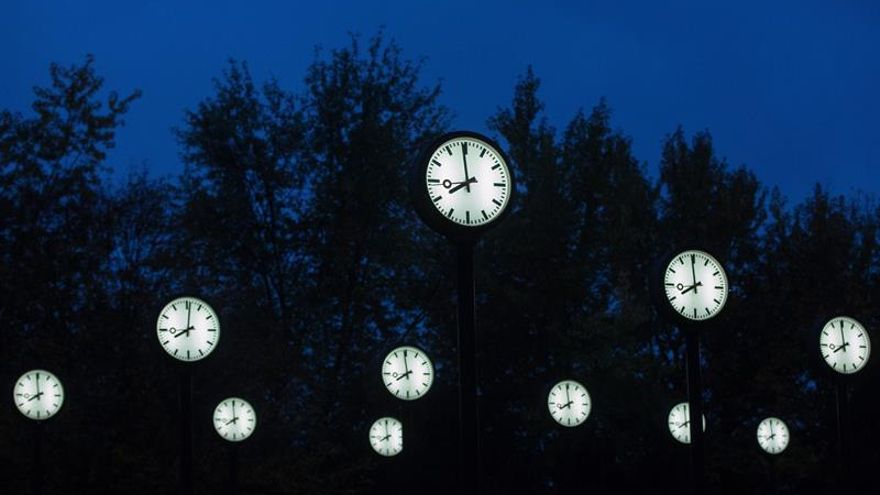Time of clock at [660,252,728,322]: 7:59
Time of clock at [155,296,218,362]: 8:01
